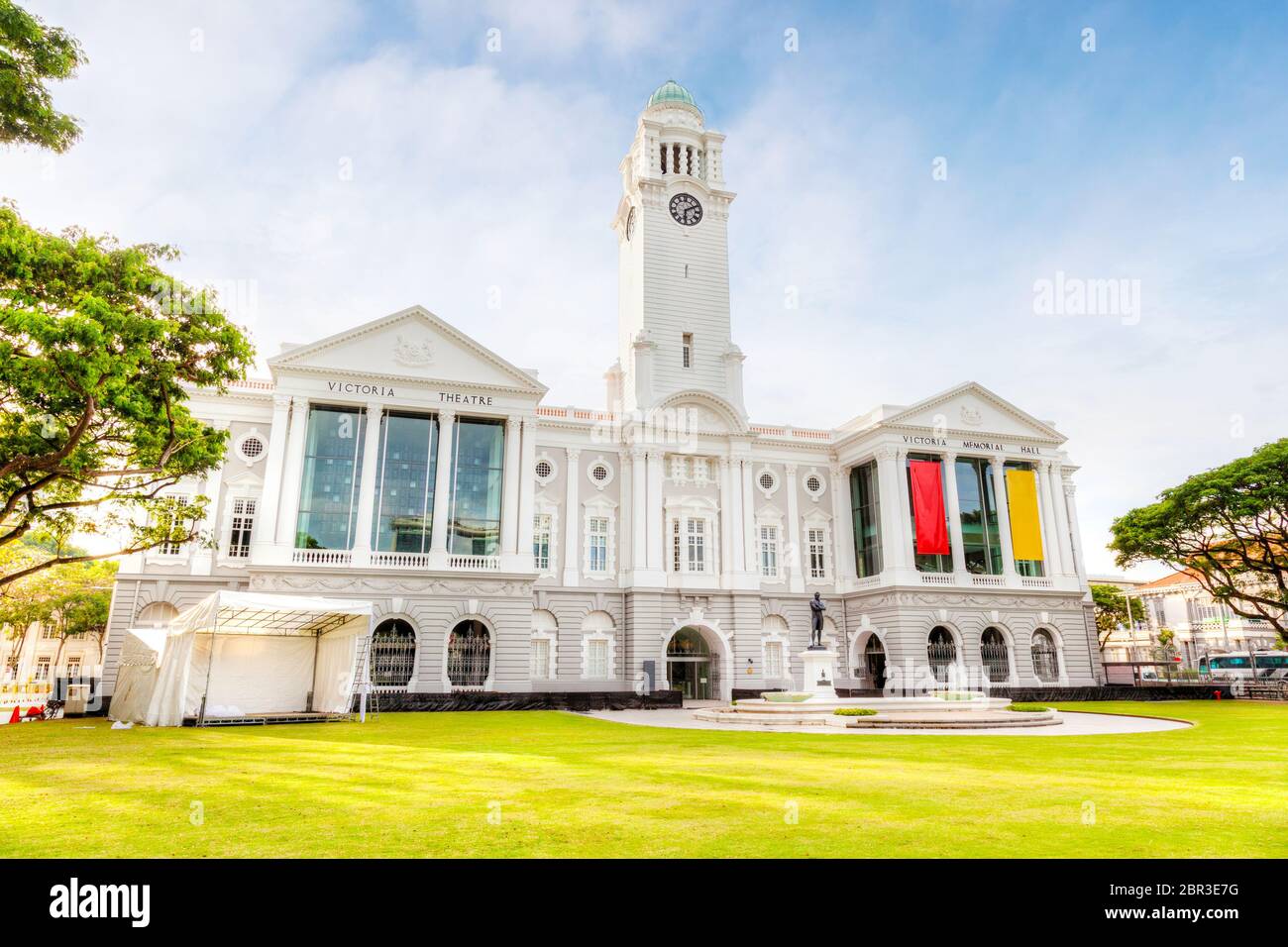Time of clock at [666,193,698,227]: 6:10
